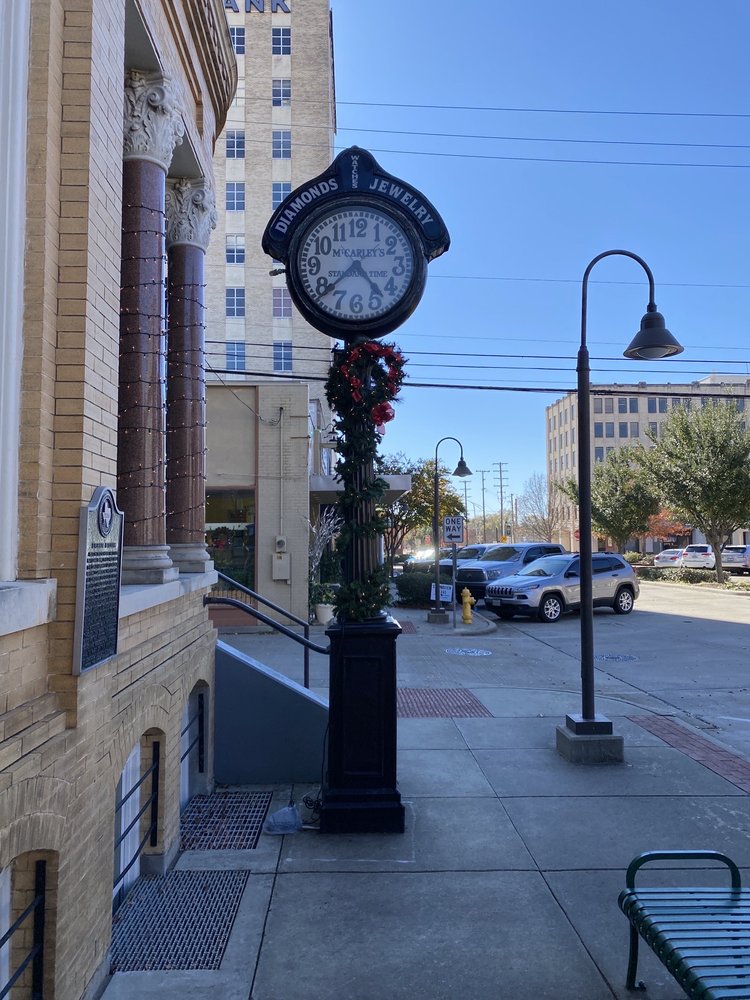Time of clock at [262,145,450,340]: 4:38
